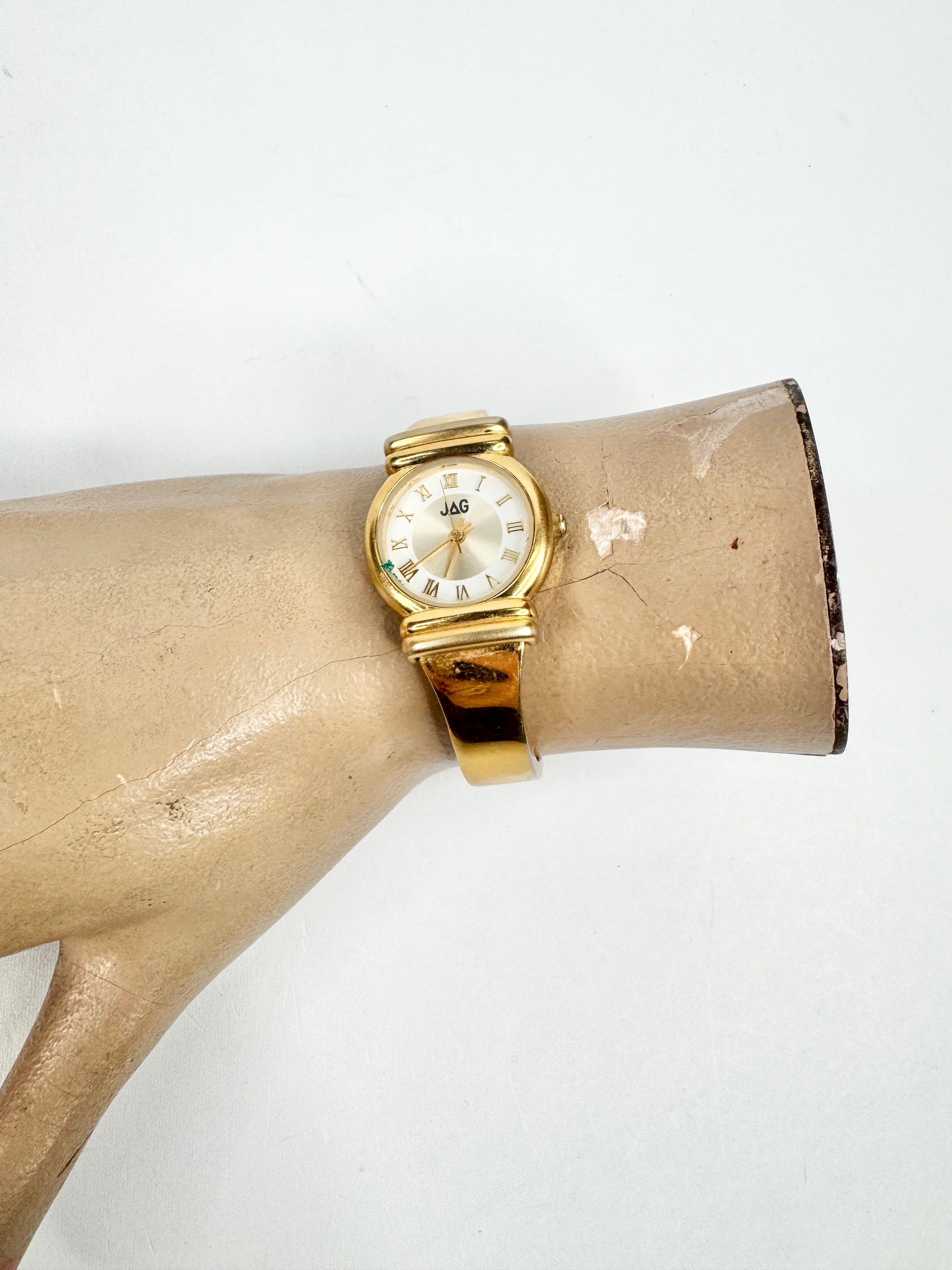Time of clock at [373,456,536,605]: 11:33
